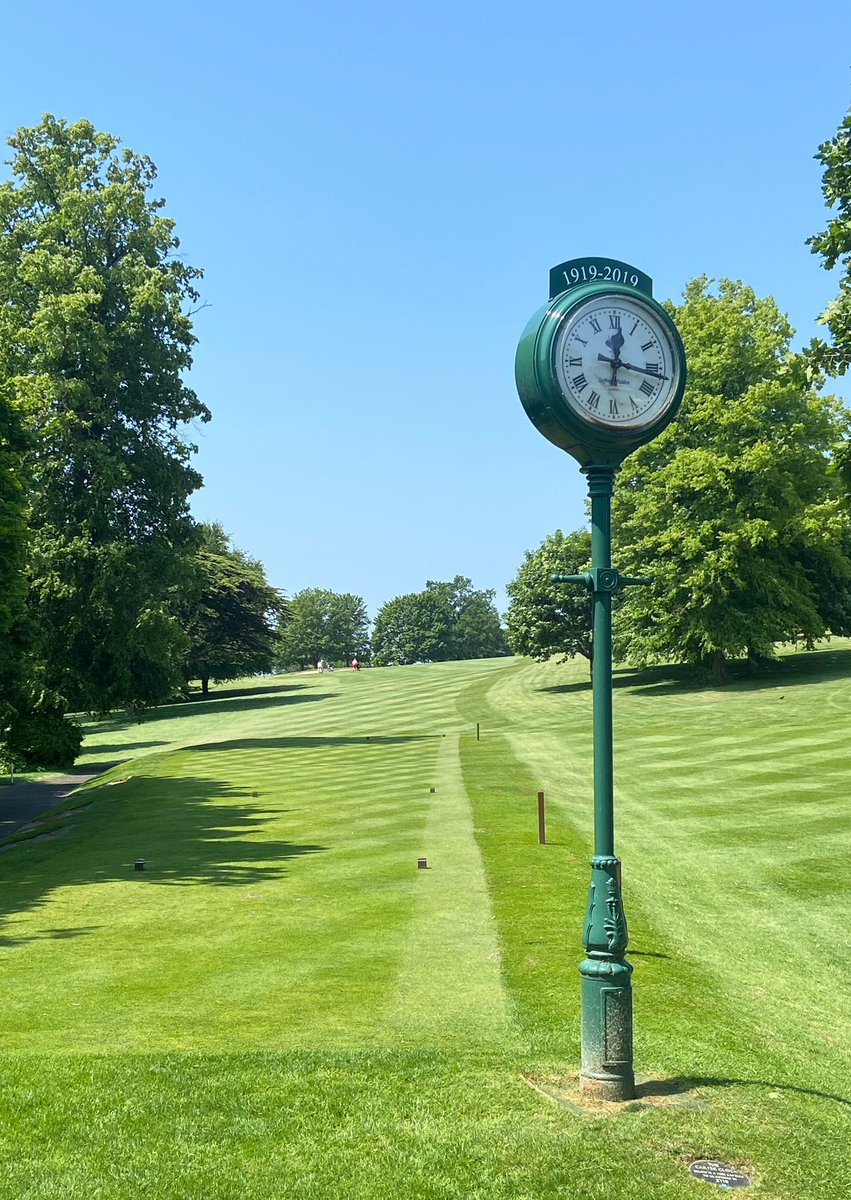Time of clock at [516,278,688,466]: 12:16
